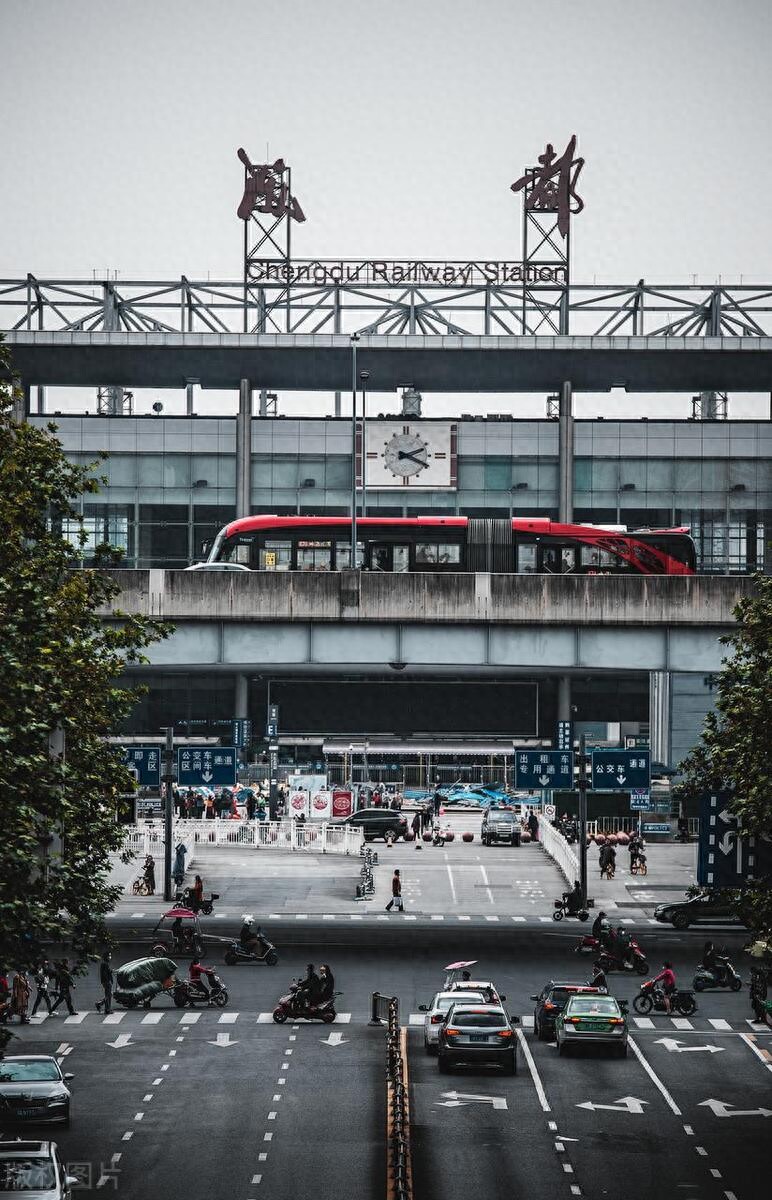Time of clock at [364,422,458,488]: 2:19
